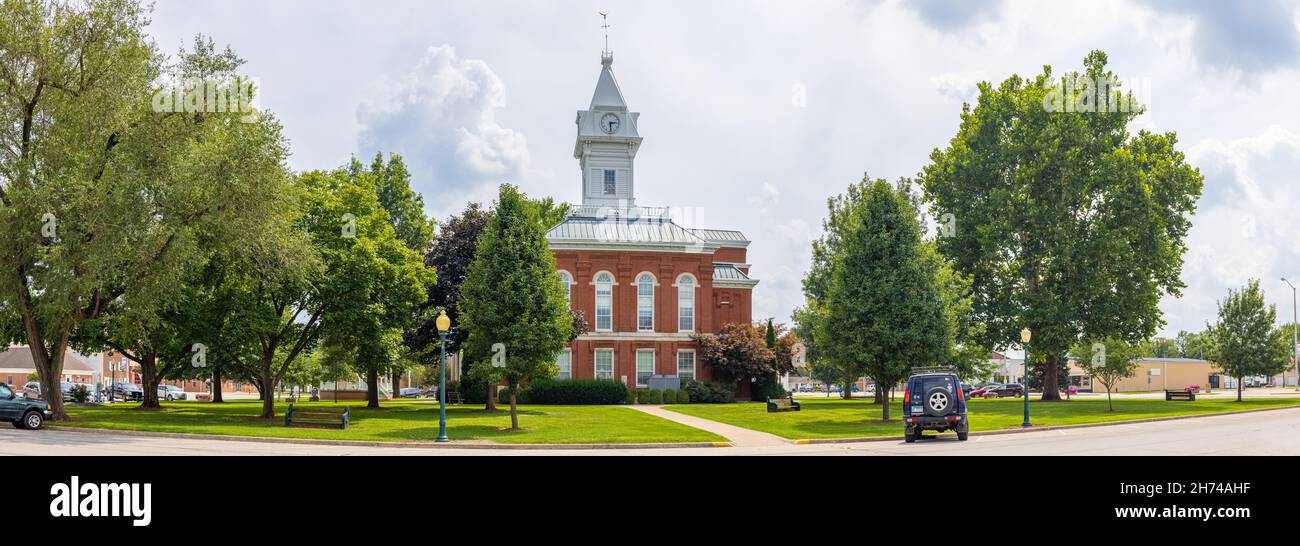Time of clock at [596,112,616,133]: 2:29
